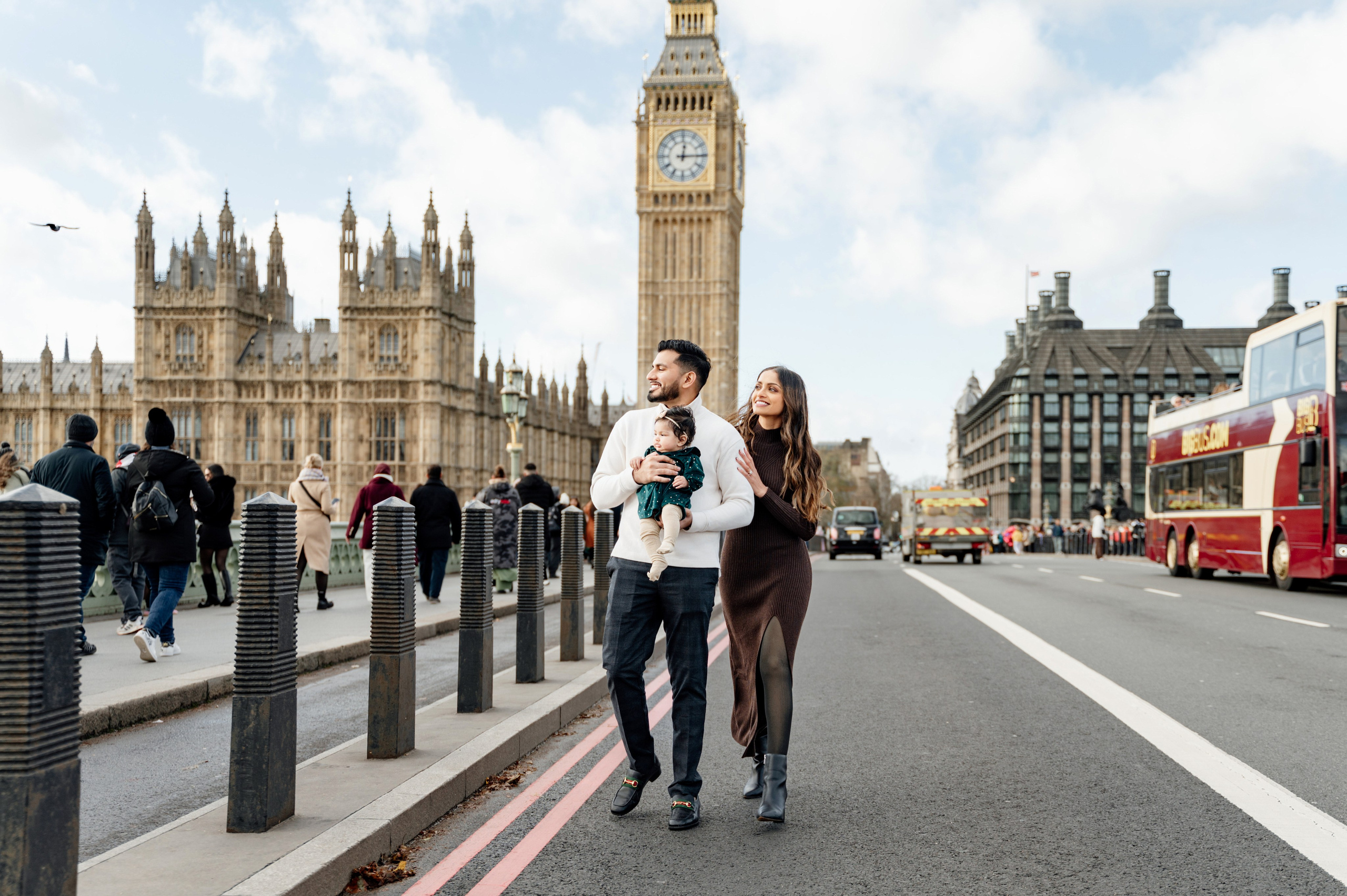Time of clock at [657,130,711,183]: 12:14
